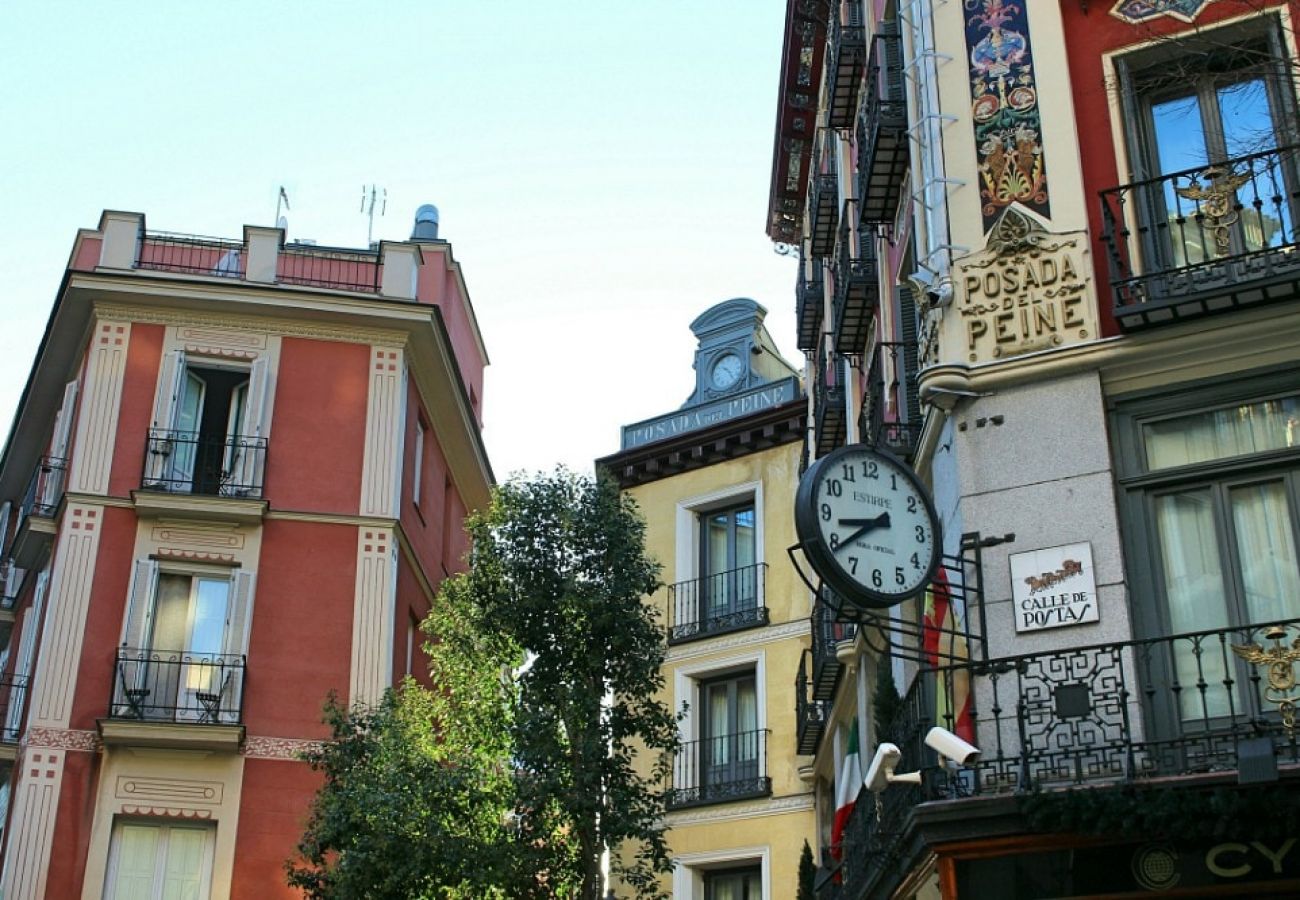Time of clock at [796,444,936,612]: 8:38
